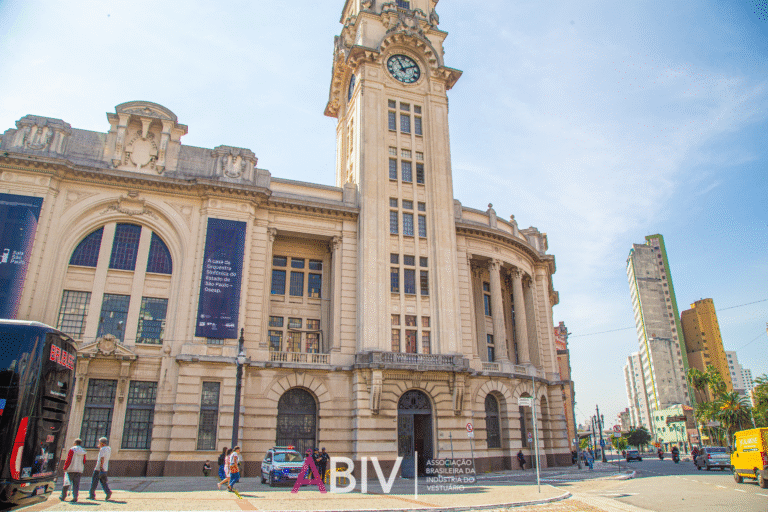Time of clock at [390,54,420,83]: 11:10
